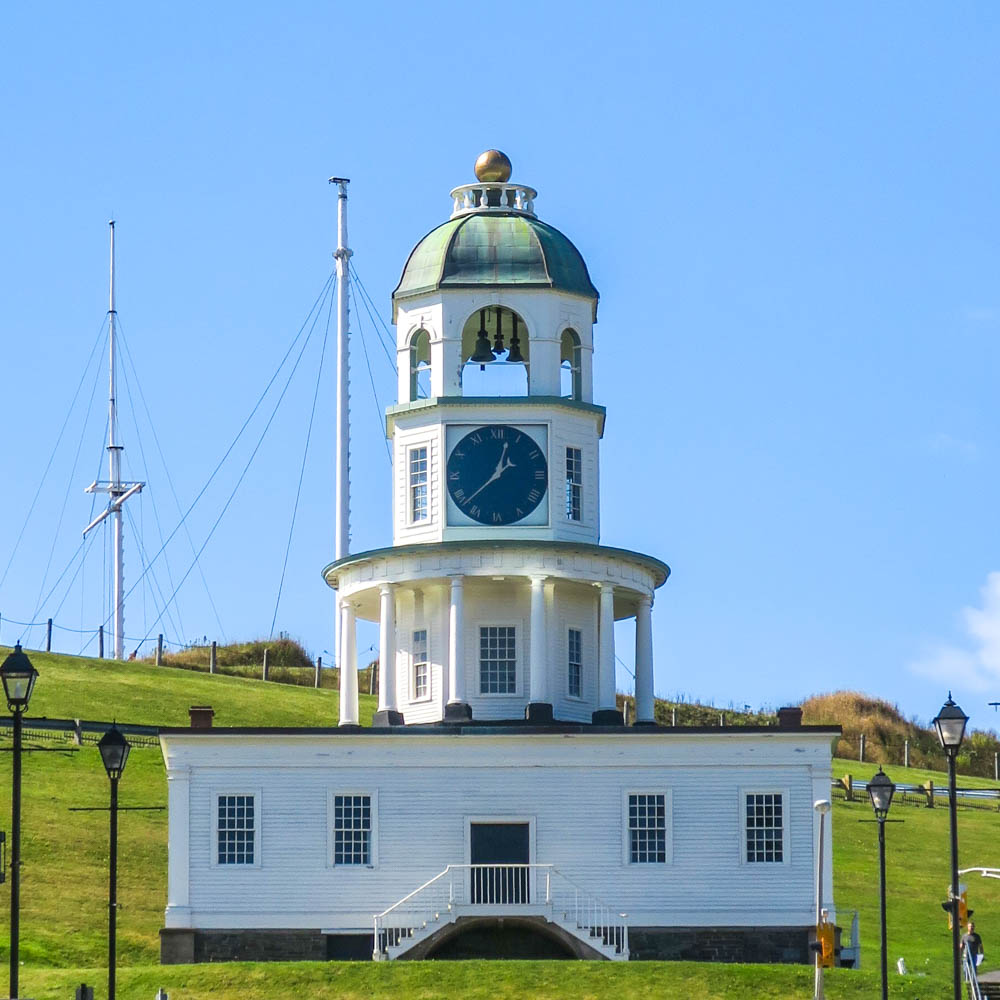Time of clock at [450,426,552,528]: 12:37
